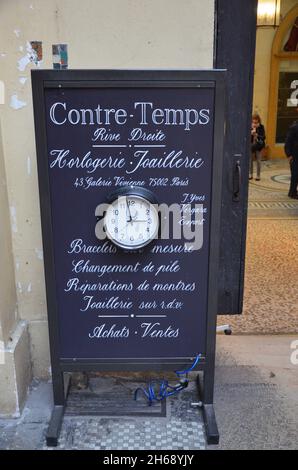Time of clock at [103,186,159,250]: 2:58
